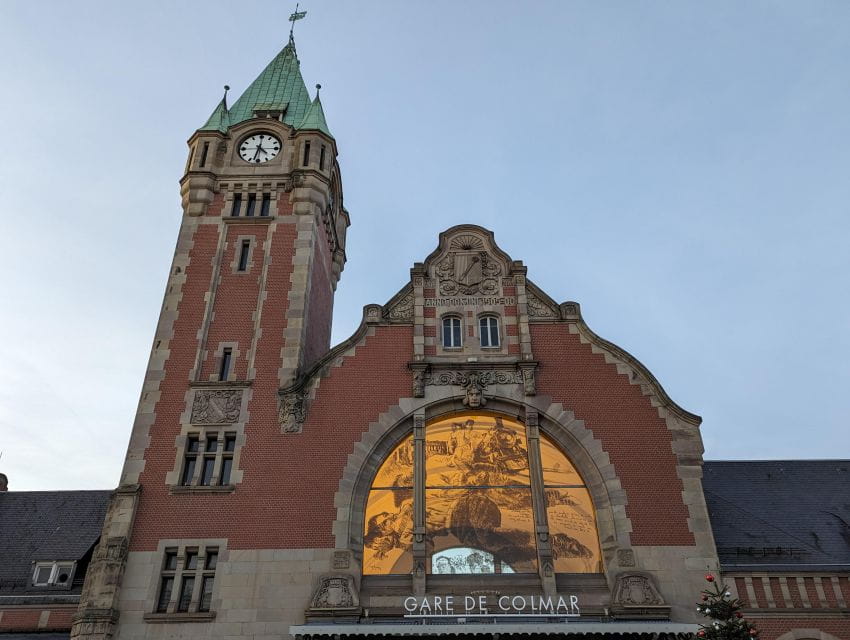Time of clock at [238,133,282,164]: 4:32
